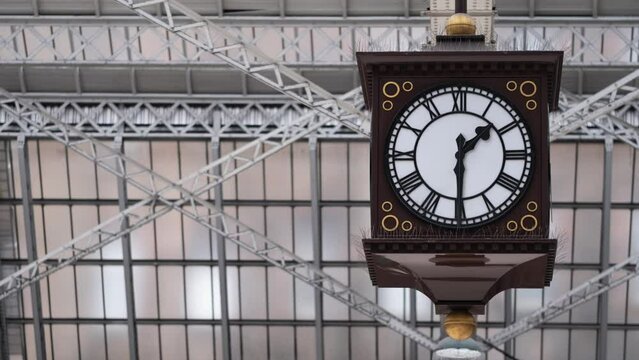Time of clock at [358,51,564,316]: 1:29
